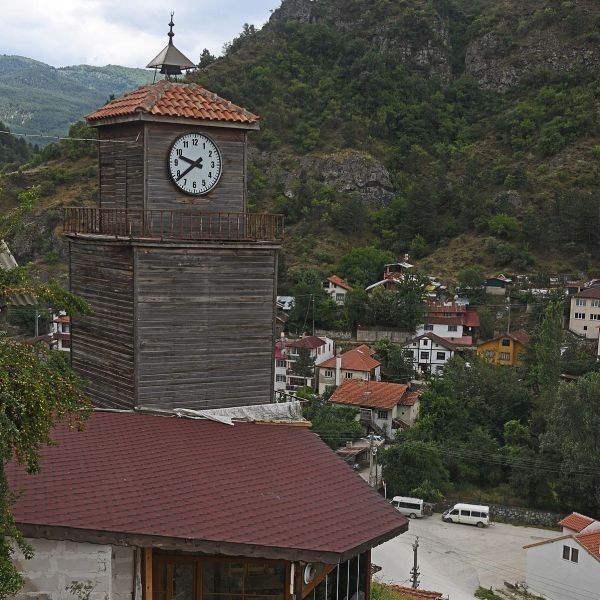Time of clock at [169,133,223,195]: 9:38
